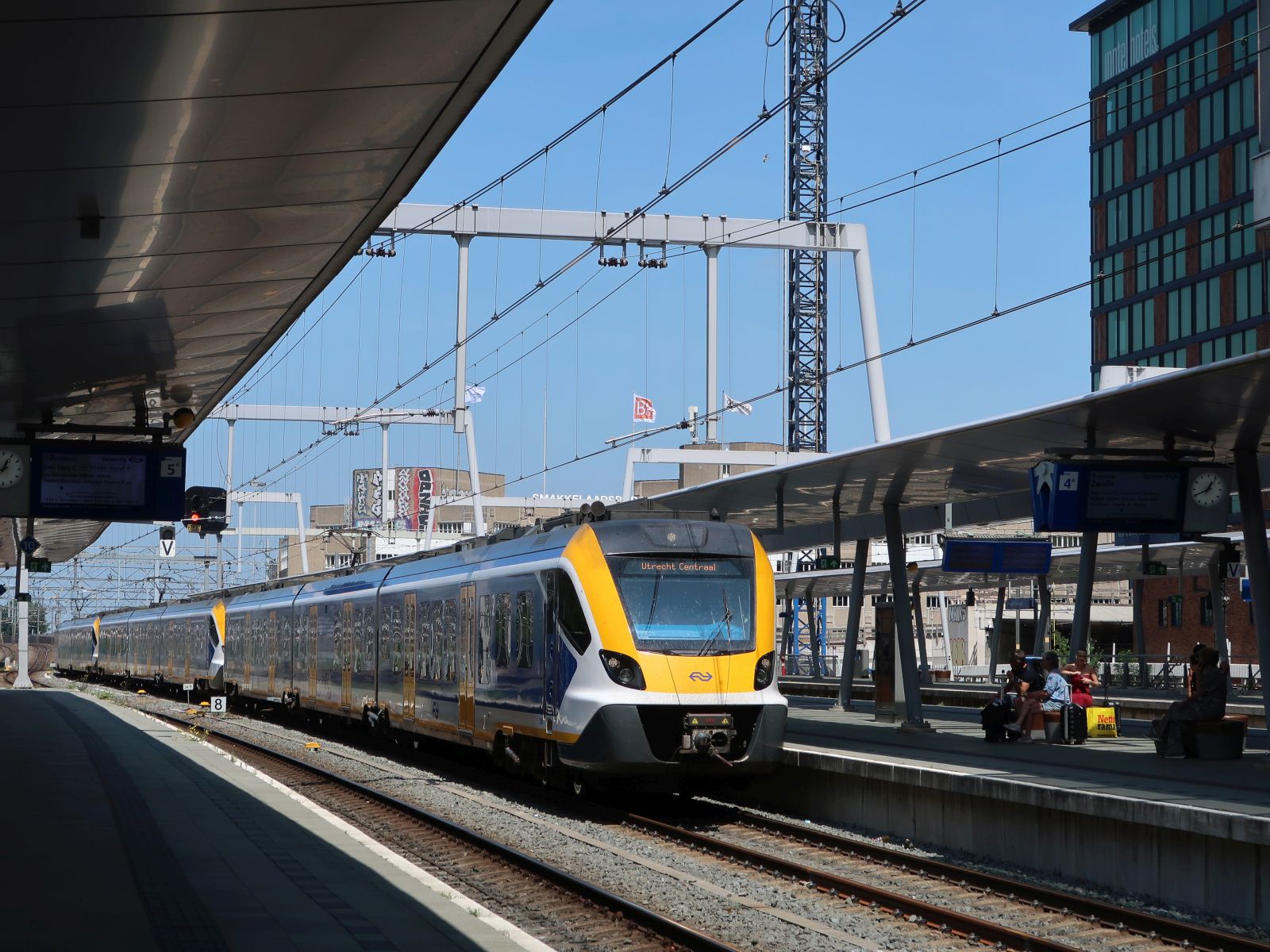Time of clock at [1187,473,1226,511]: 12:40
